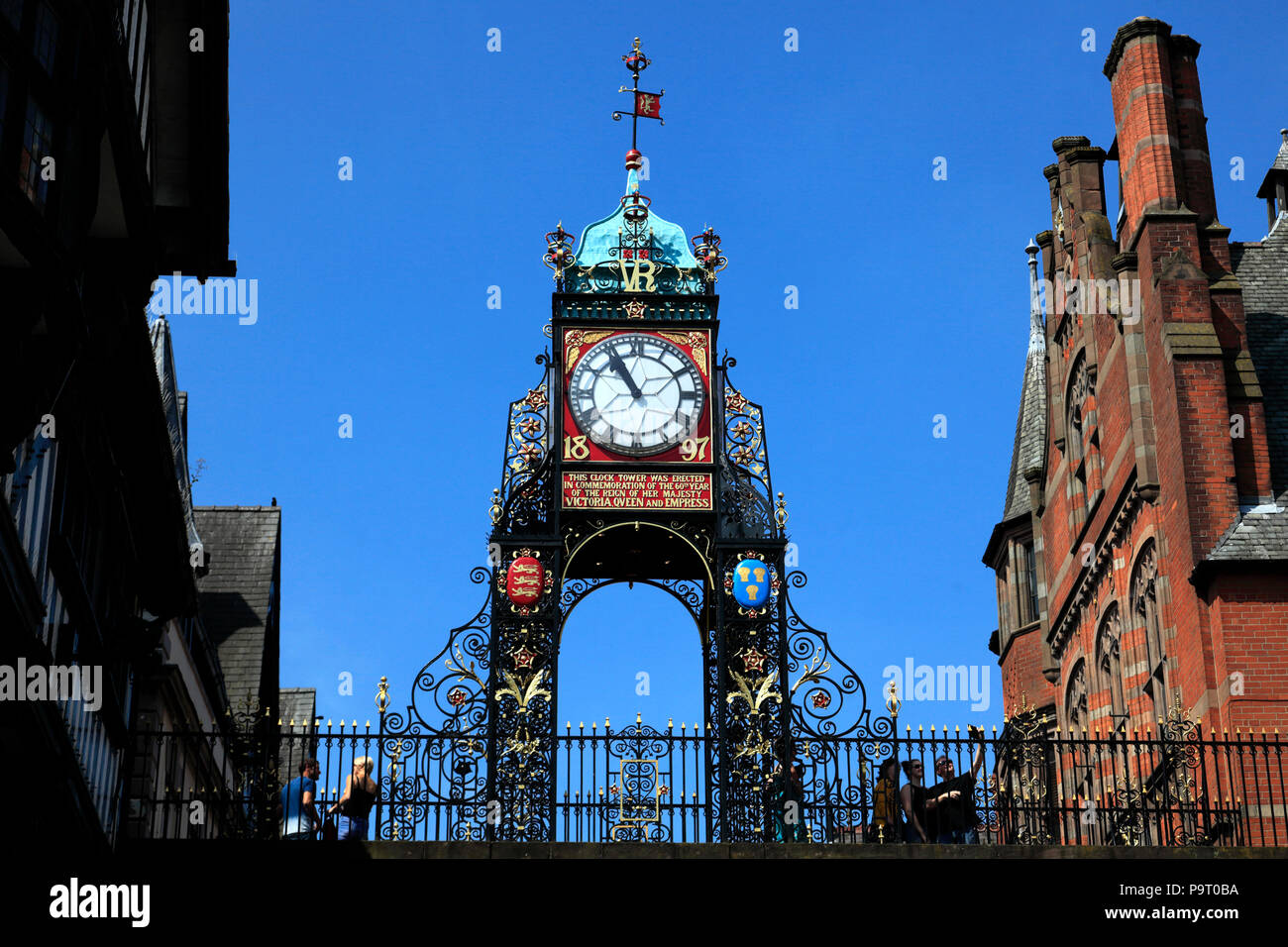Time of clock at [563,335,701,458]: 10:55
